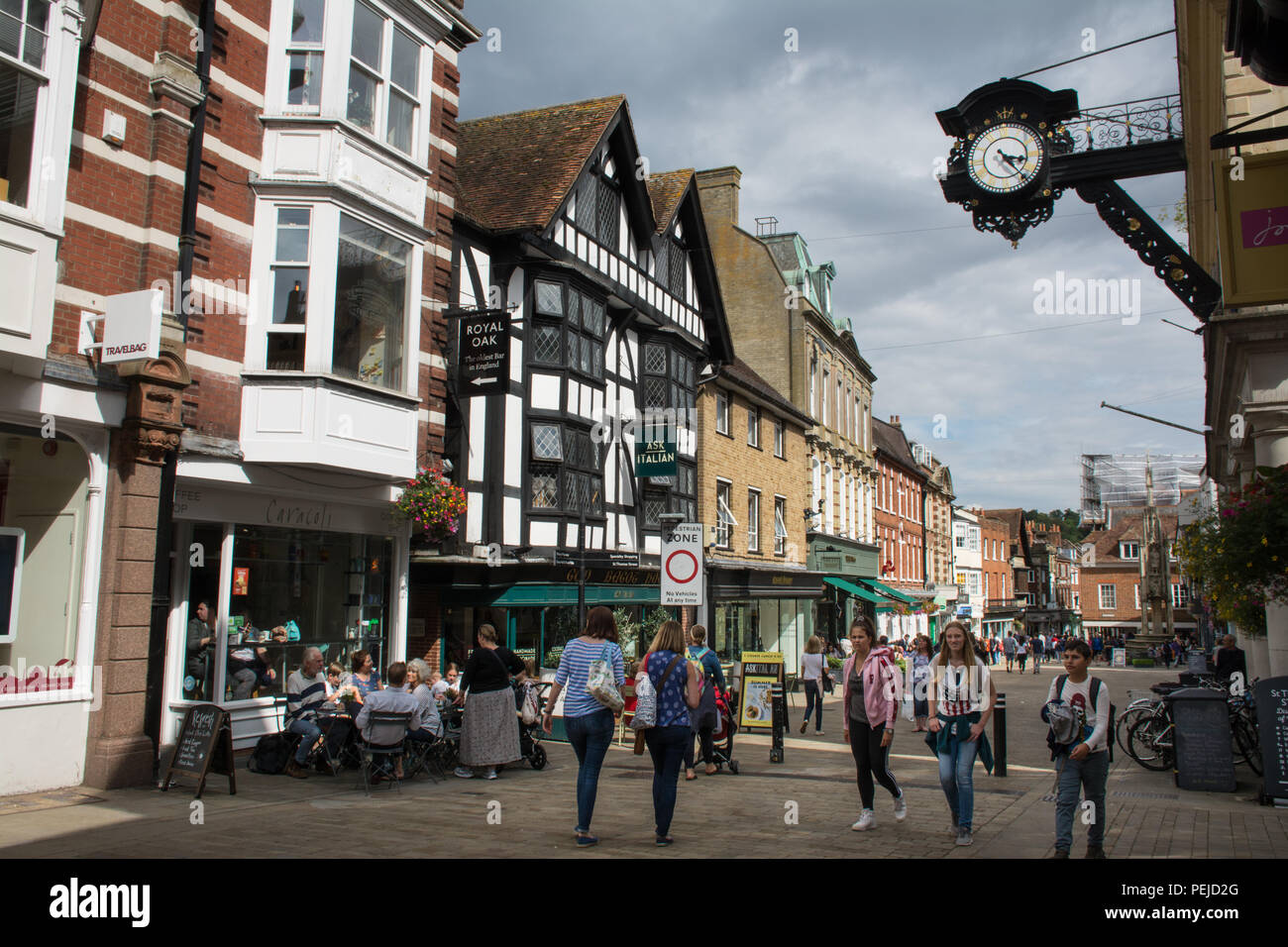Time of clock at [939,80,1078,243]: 3:22
